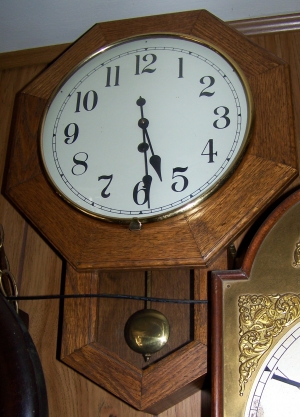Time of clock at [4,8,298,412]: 5:28
